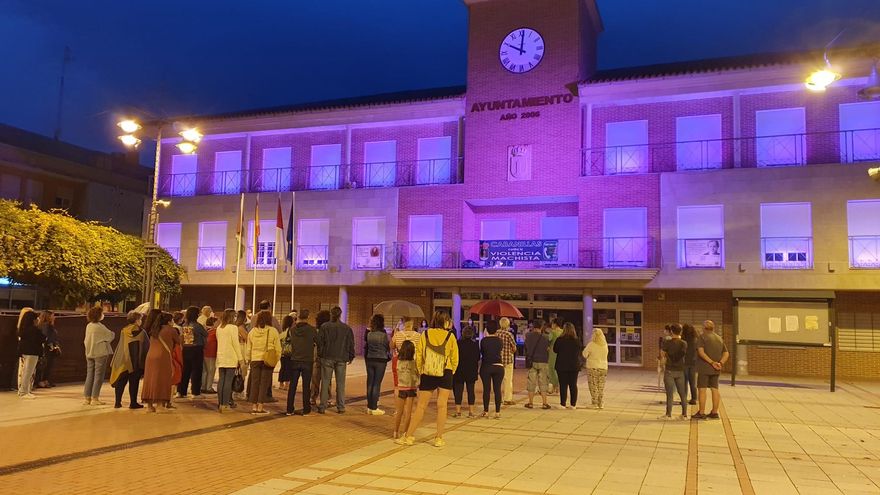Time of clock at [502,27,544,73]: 10:00
